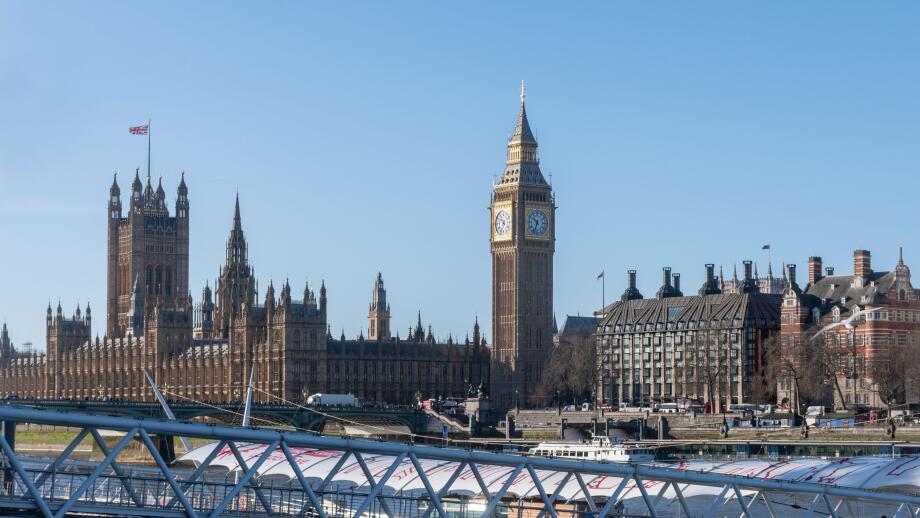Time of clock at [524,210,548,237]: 10:33
